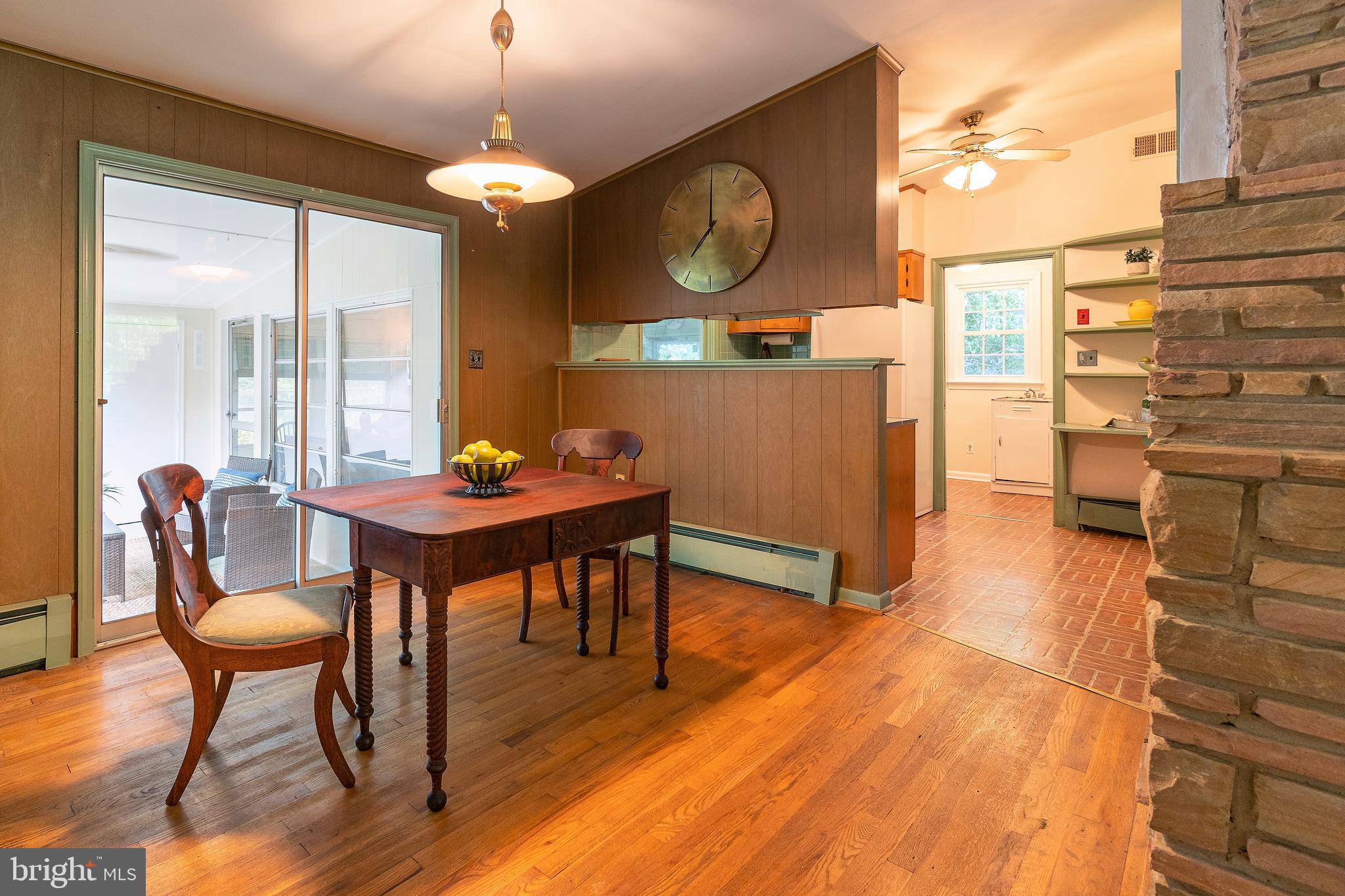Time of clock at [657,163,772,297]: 7:00
